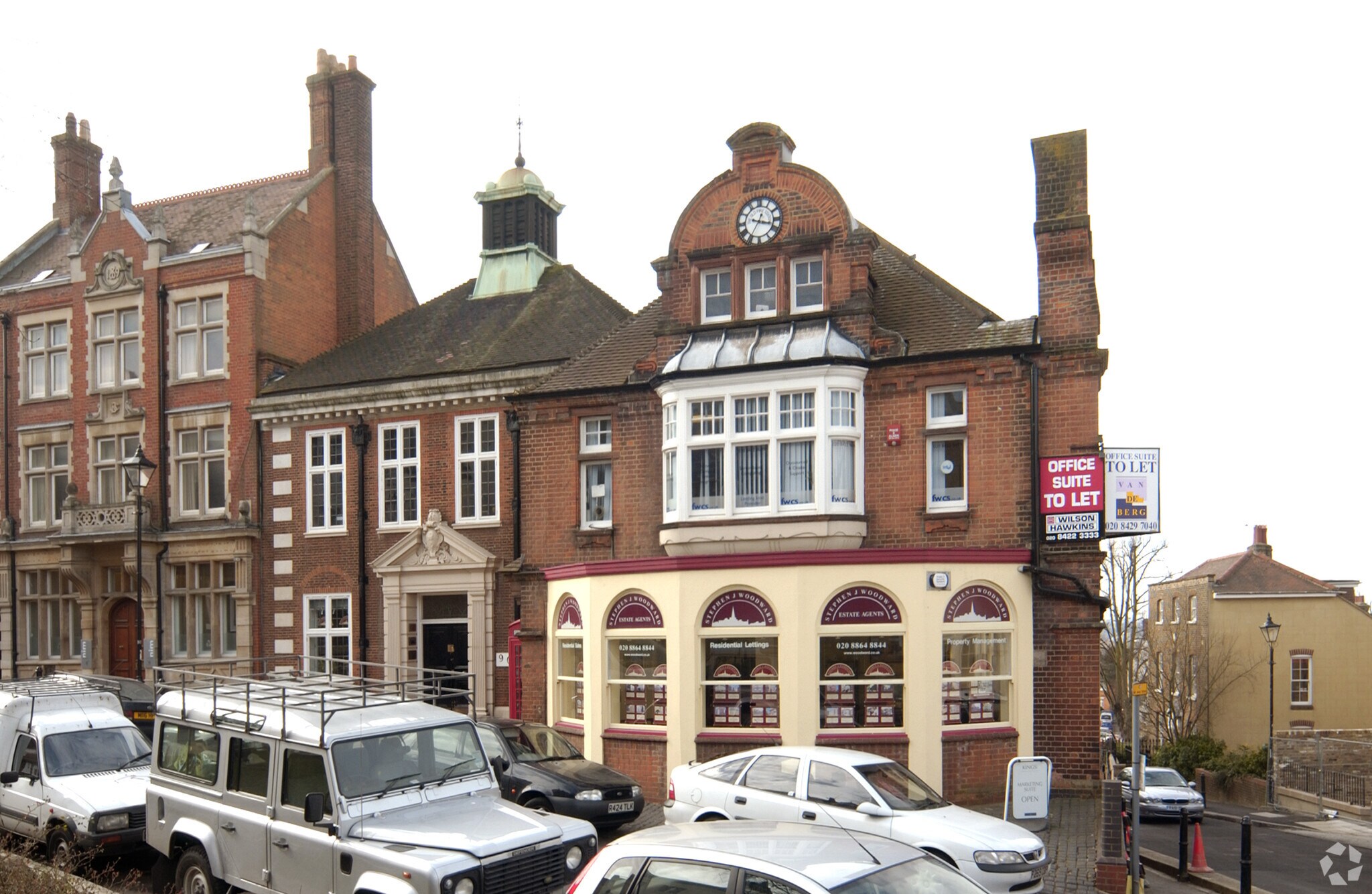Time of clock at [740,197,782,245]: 3:35
